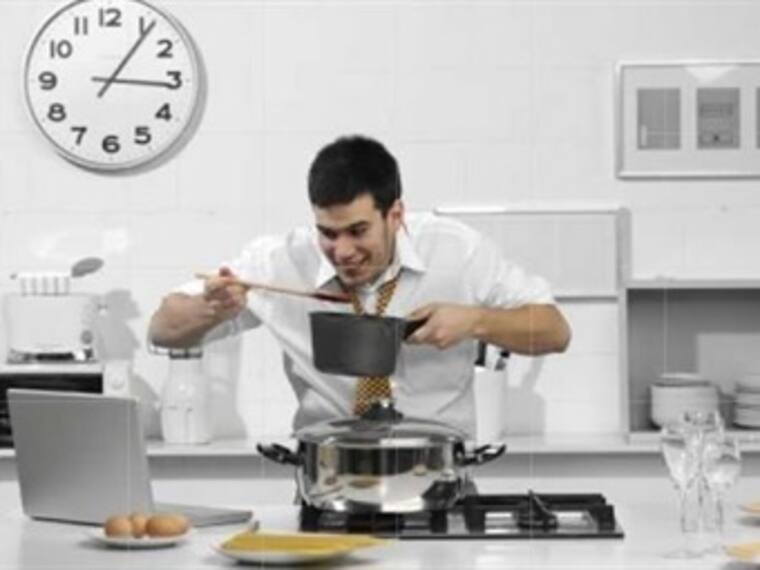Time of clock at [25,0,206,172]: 3:06
